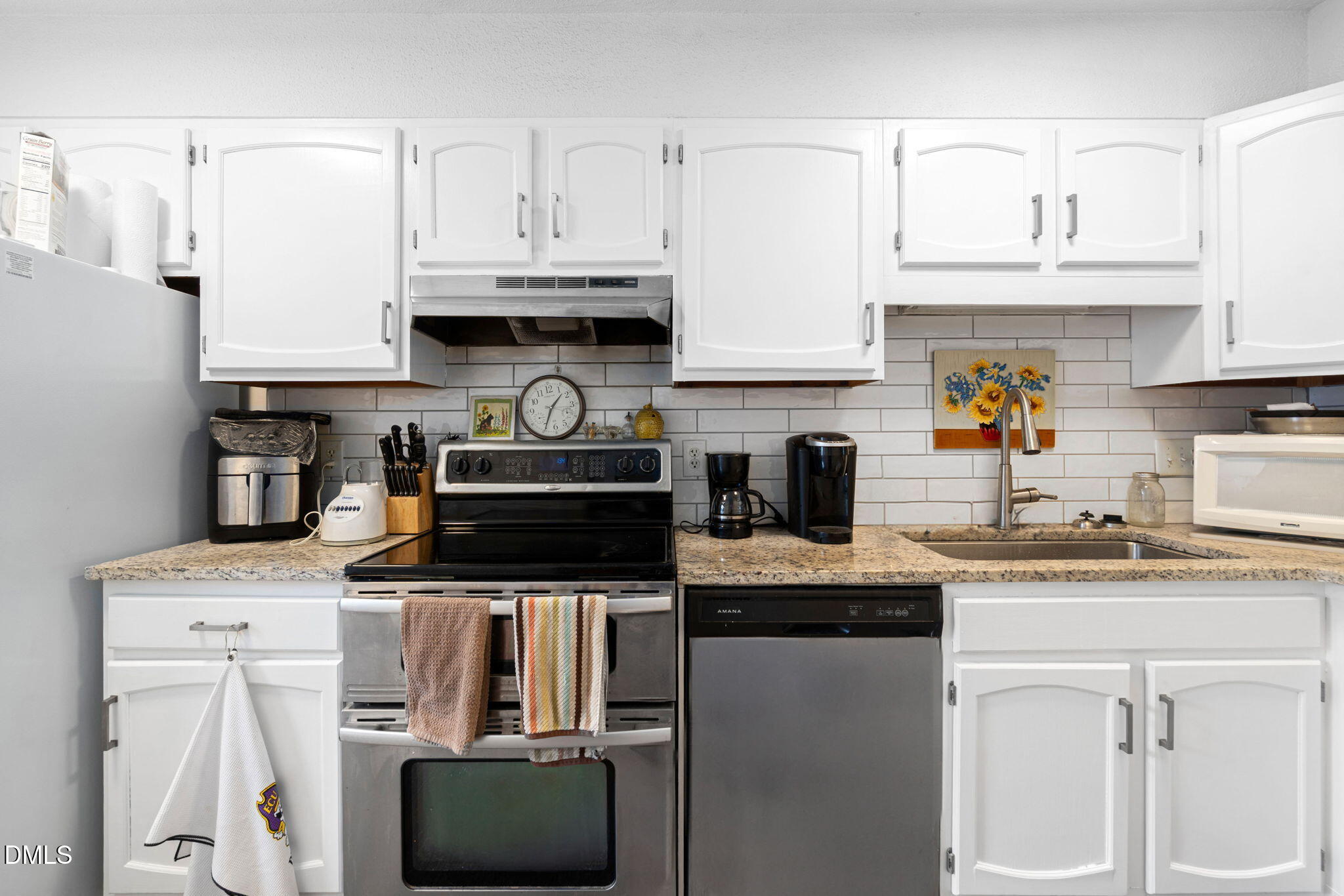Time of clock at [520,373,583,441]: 1:34
